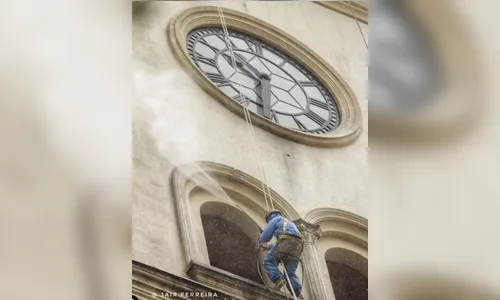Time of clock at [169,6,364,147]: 10:32
